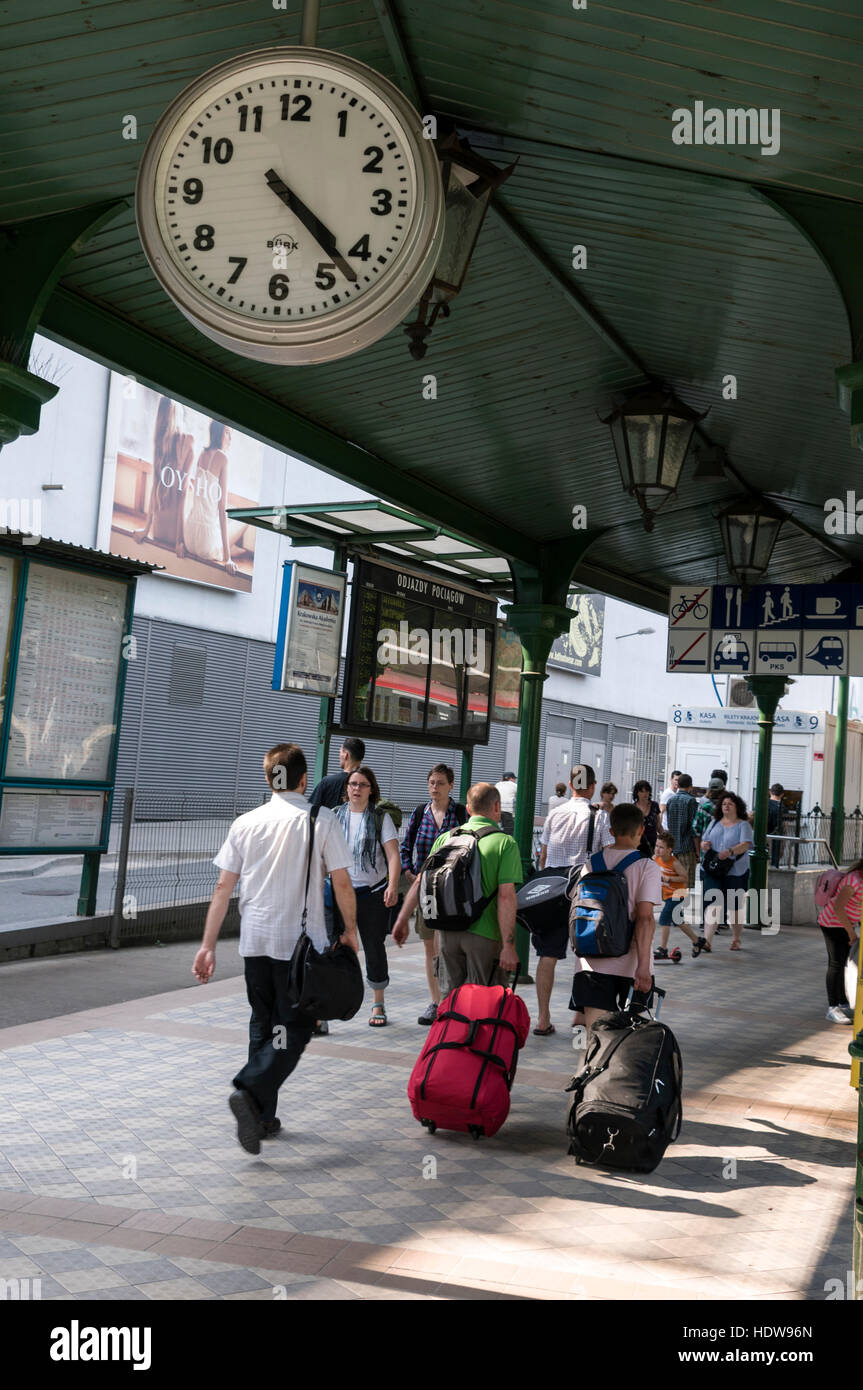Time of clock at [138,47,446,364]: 4:22
